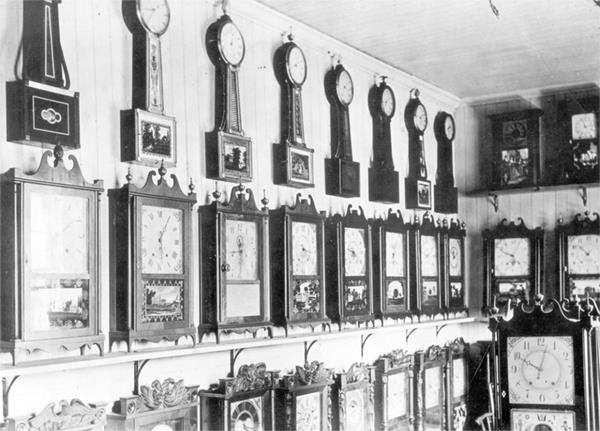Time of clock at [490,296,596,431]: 10:02
